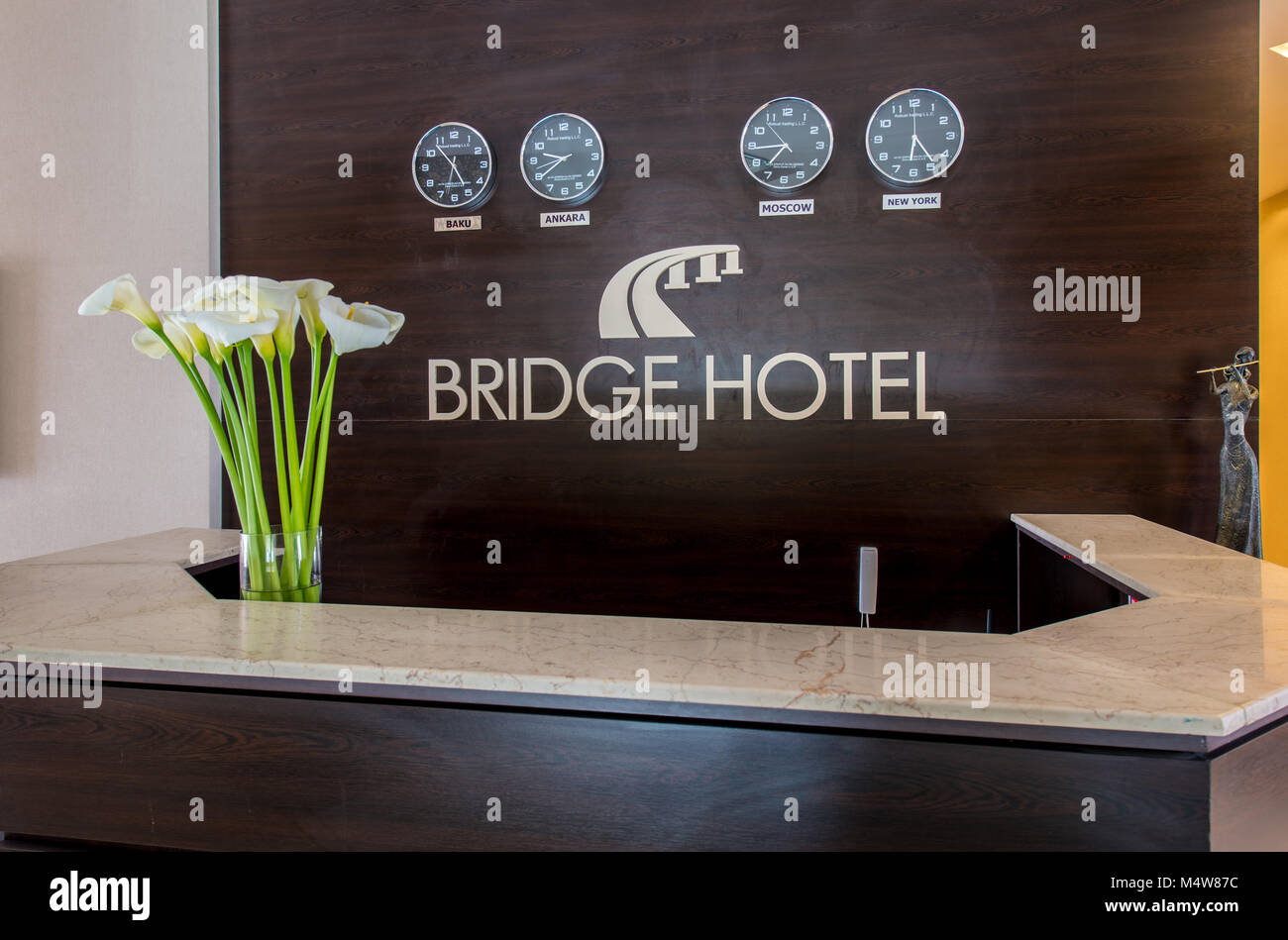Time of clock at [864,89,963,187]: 6:23
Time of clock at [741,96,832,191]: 8:36
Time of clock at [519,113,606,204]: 9:39
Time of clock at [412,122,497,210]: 4:53
